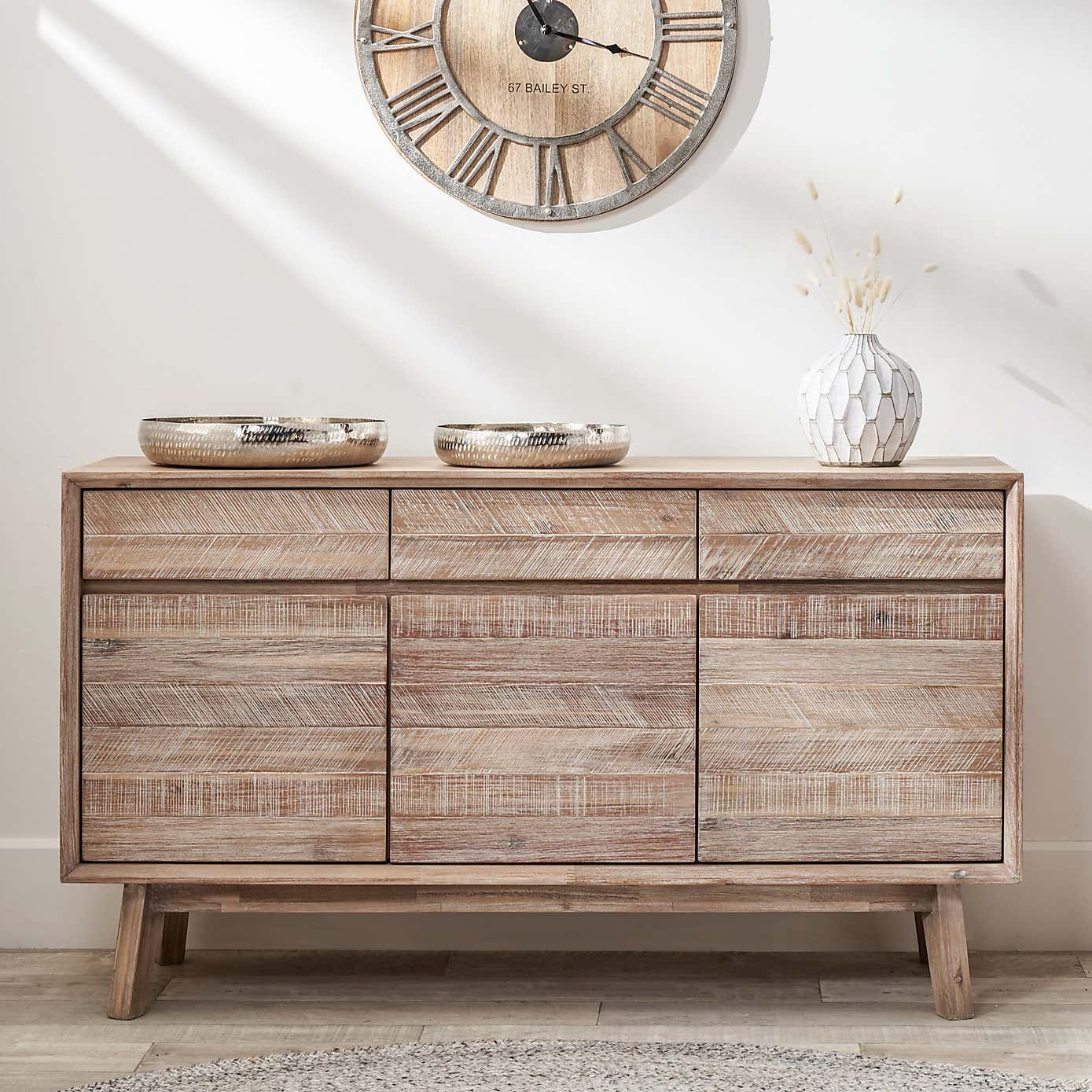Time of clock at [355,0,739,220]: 12:17
